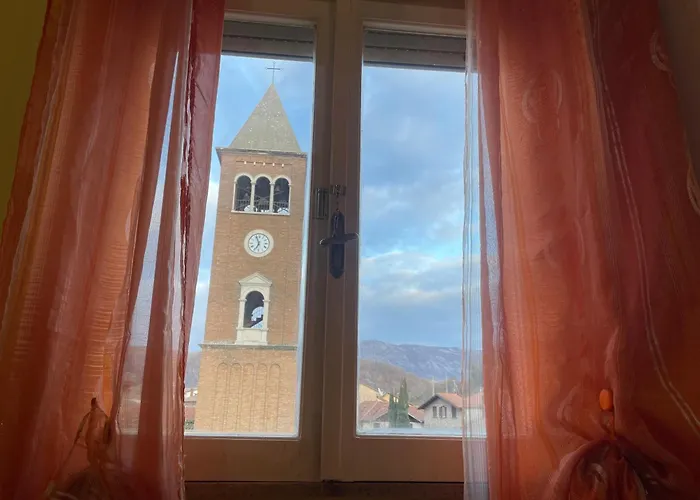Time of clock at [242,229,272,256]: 6:56
